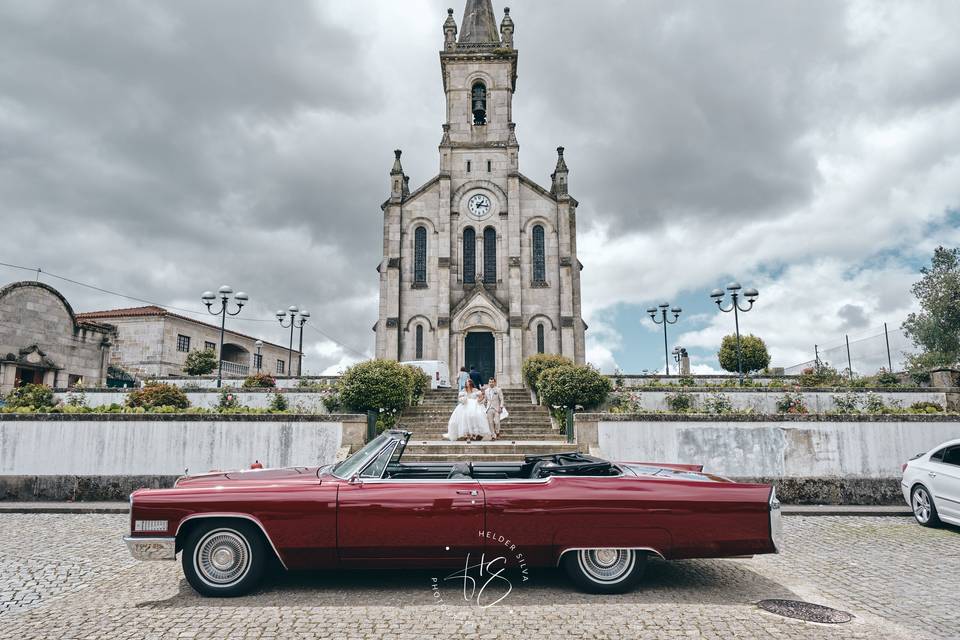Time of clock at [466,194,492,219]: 1:16
